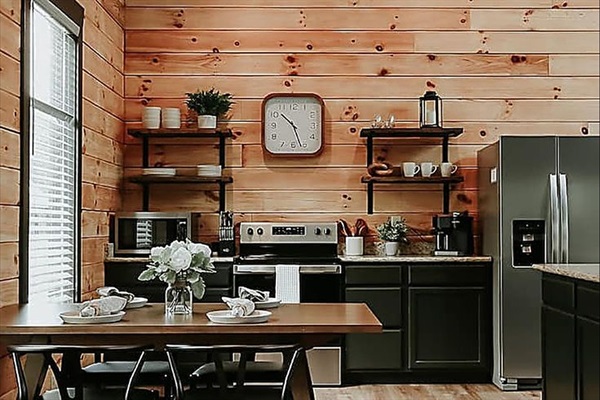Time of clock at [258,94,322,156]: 10:26
